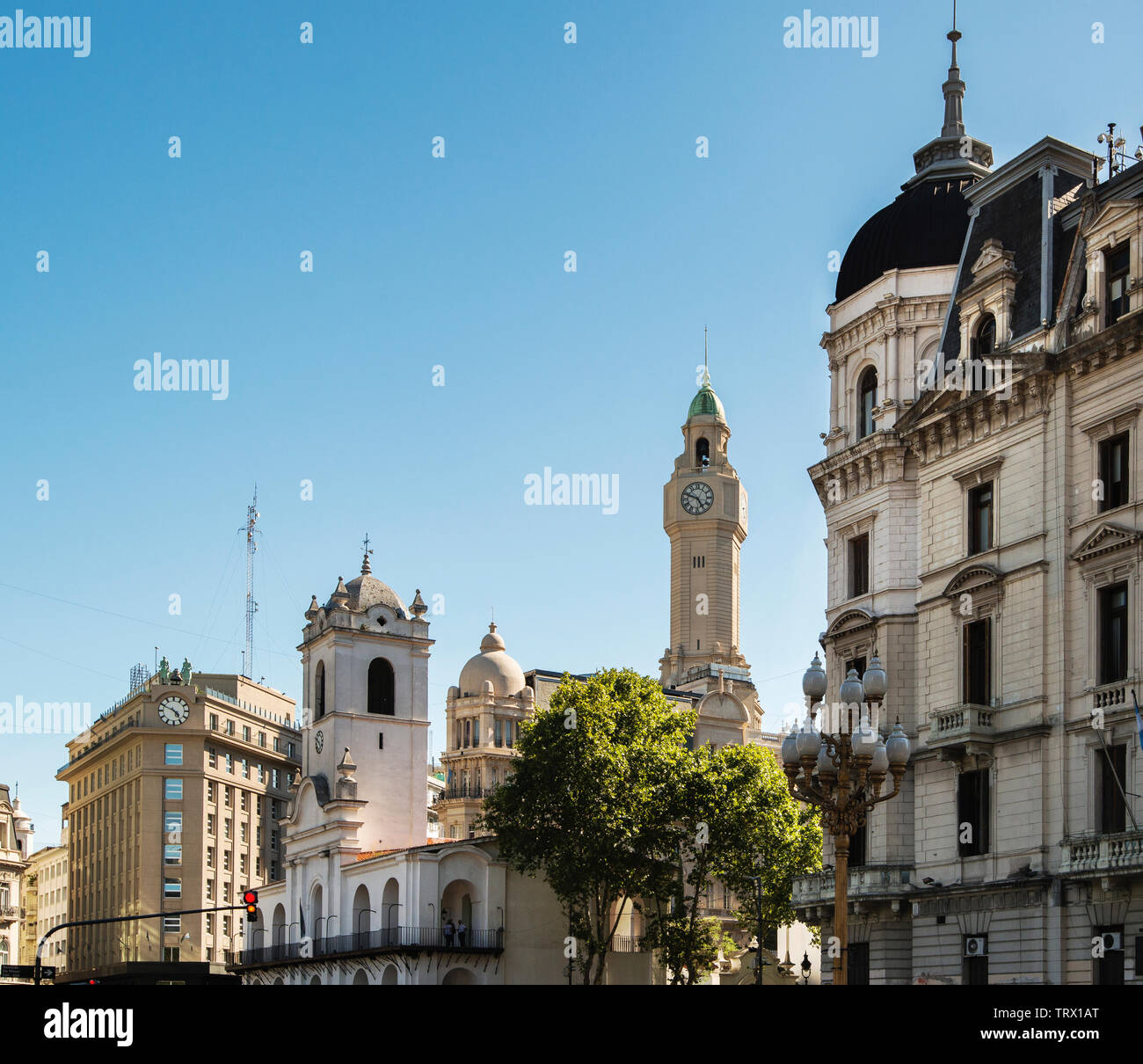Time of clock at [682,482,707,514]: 4:48
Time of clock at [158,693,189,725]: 4:49
